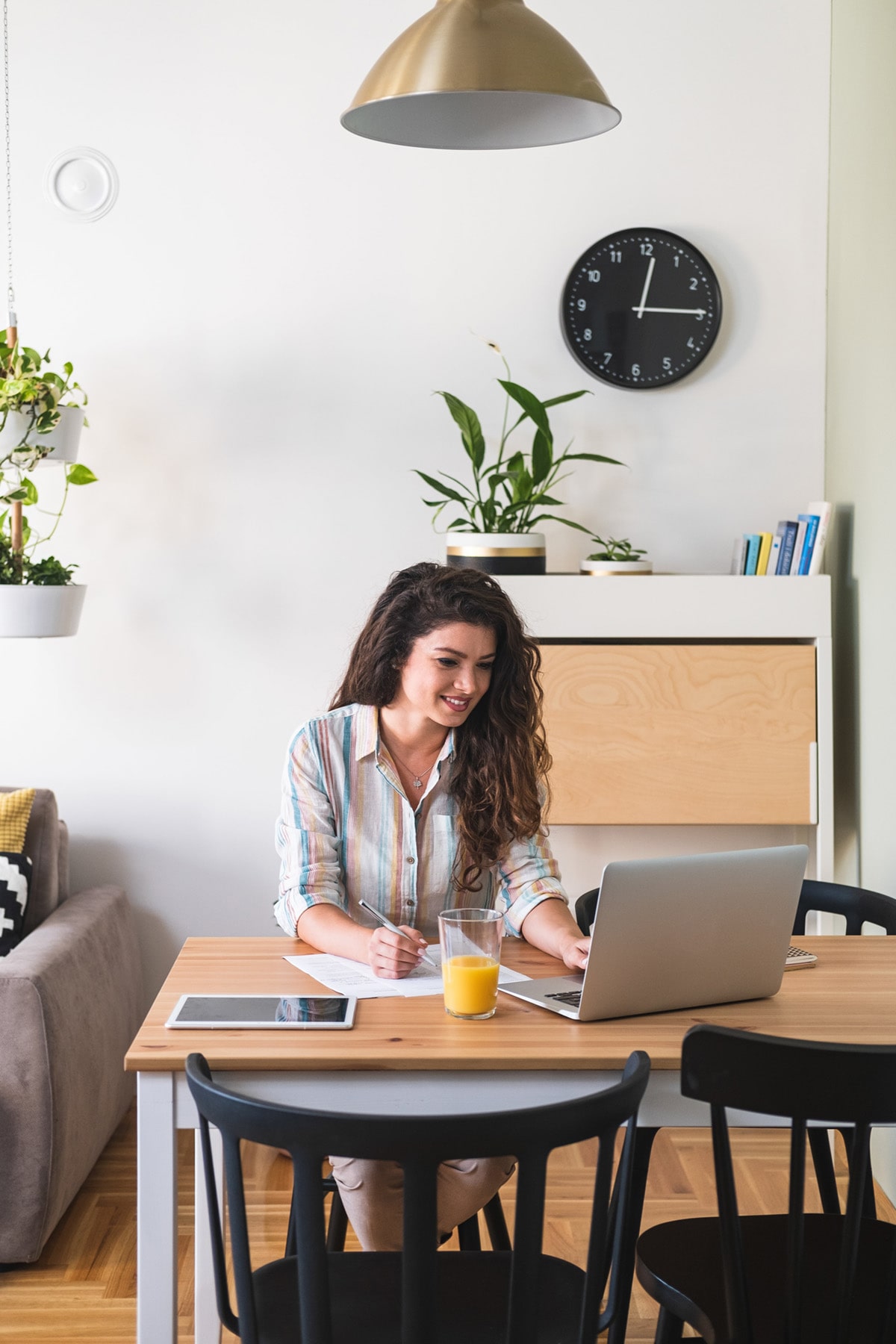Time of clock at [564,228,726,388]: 12:14
